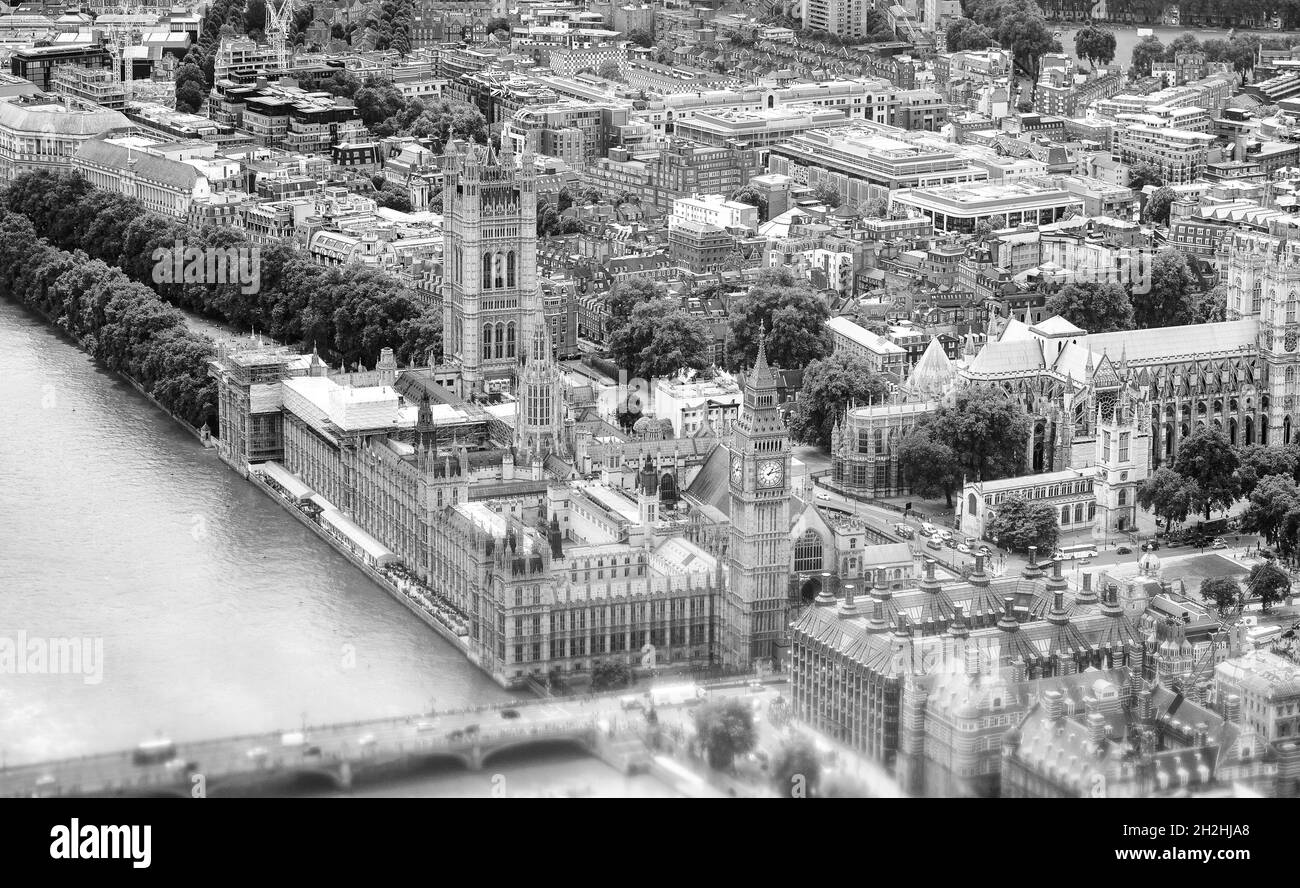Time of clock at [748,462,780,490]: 1:12
